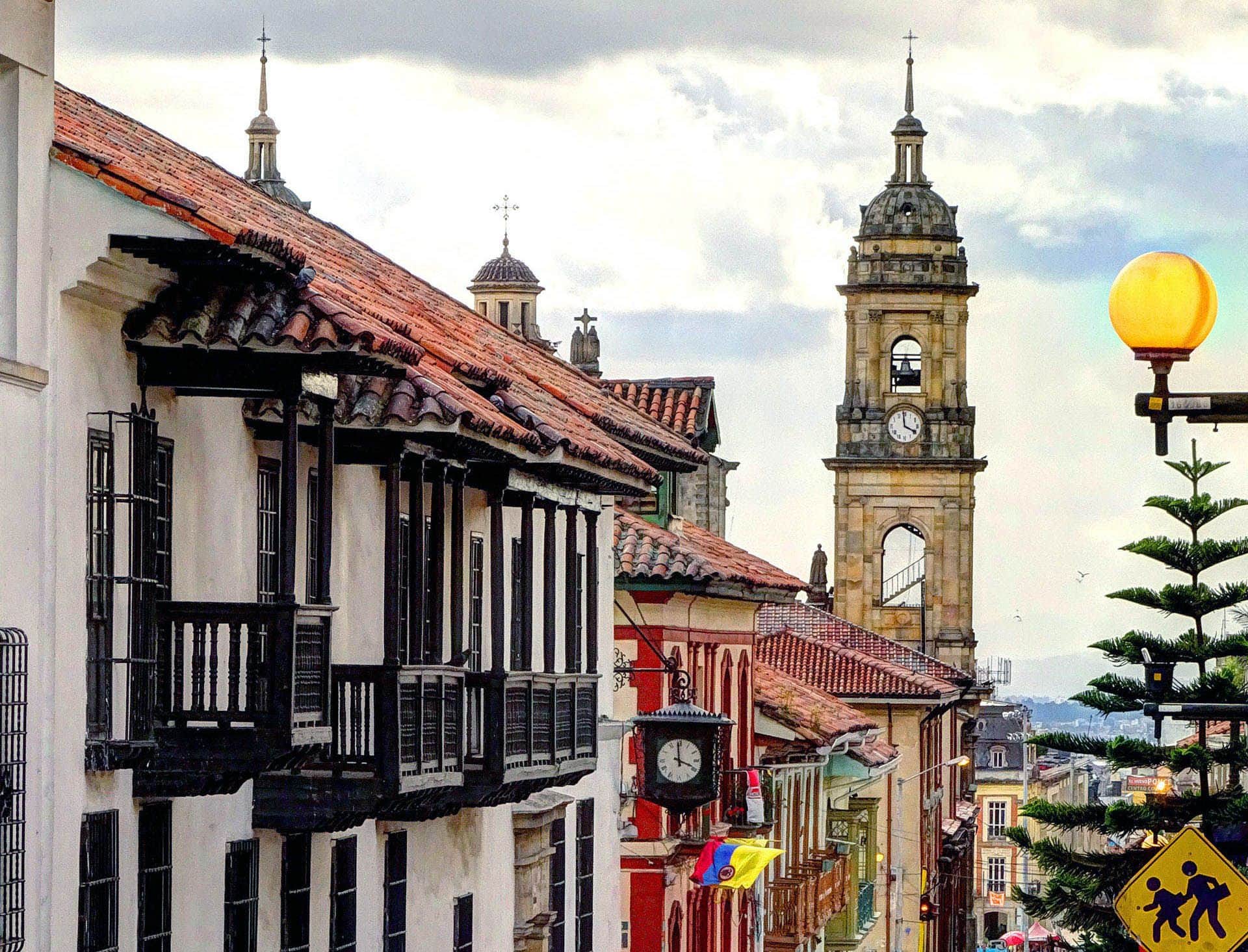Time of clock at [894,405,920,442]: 3:59
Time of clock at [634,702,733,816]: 4:01
